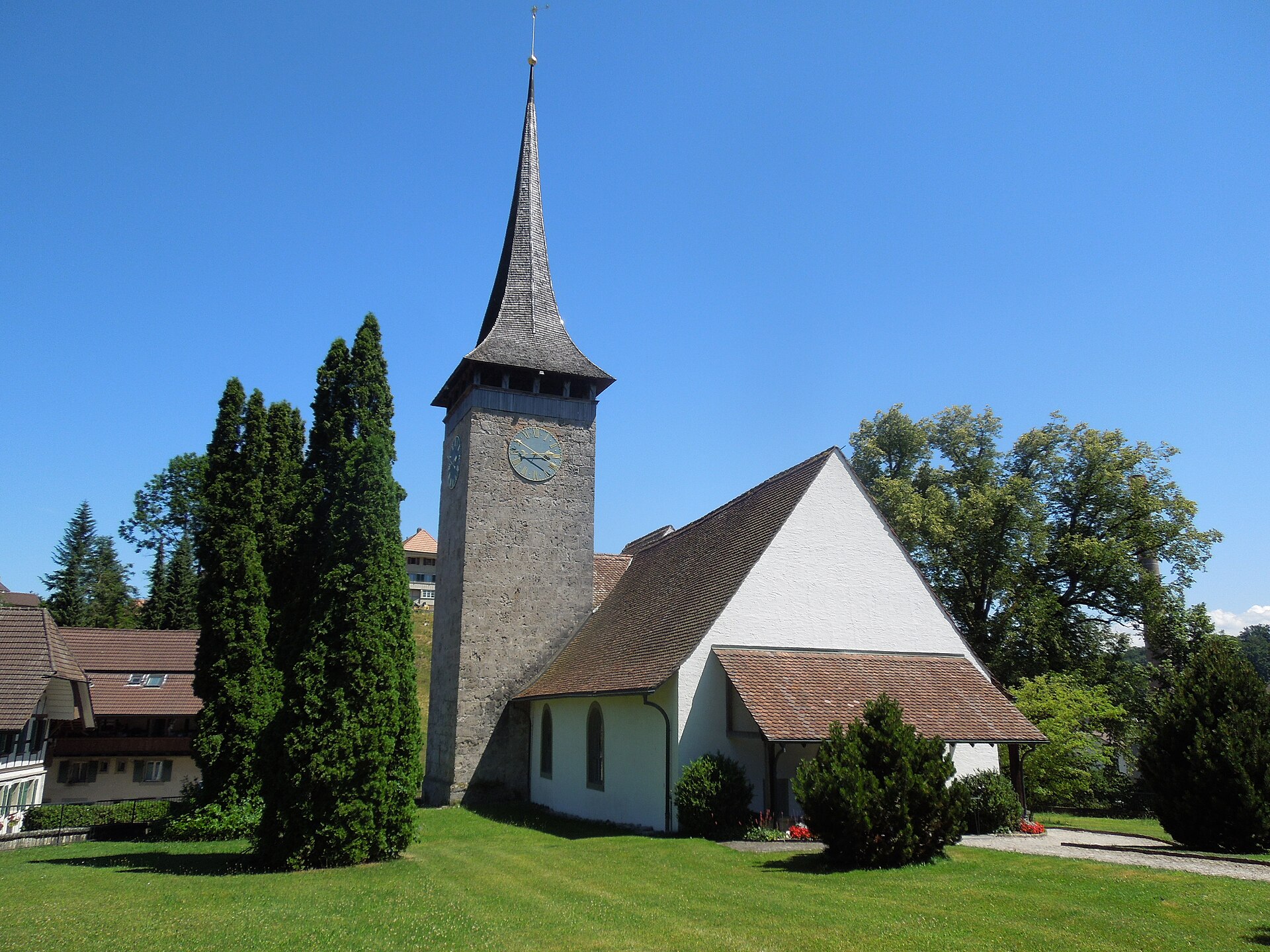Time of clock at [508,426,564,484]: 2:50
